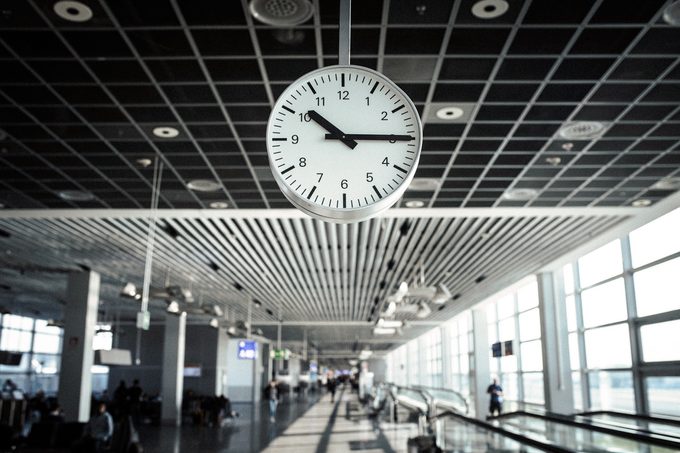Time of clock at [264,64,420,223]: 10:14
